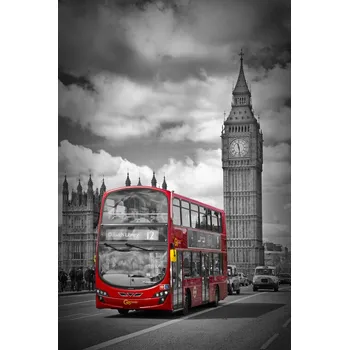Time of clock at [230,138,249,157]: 11:28
